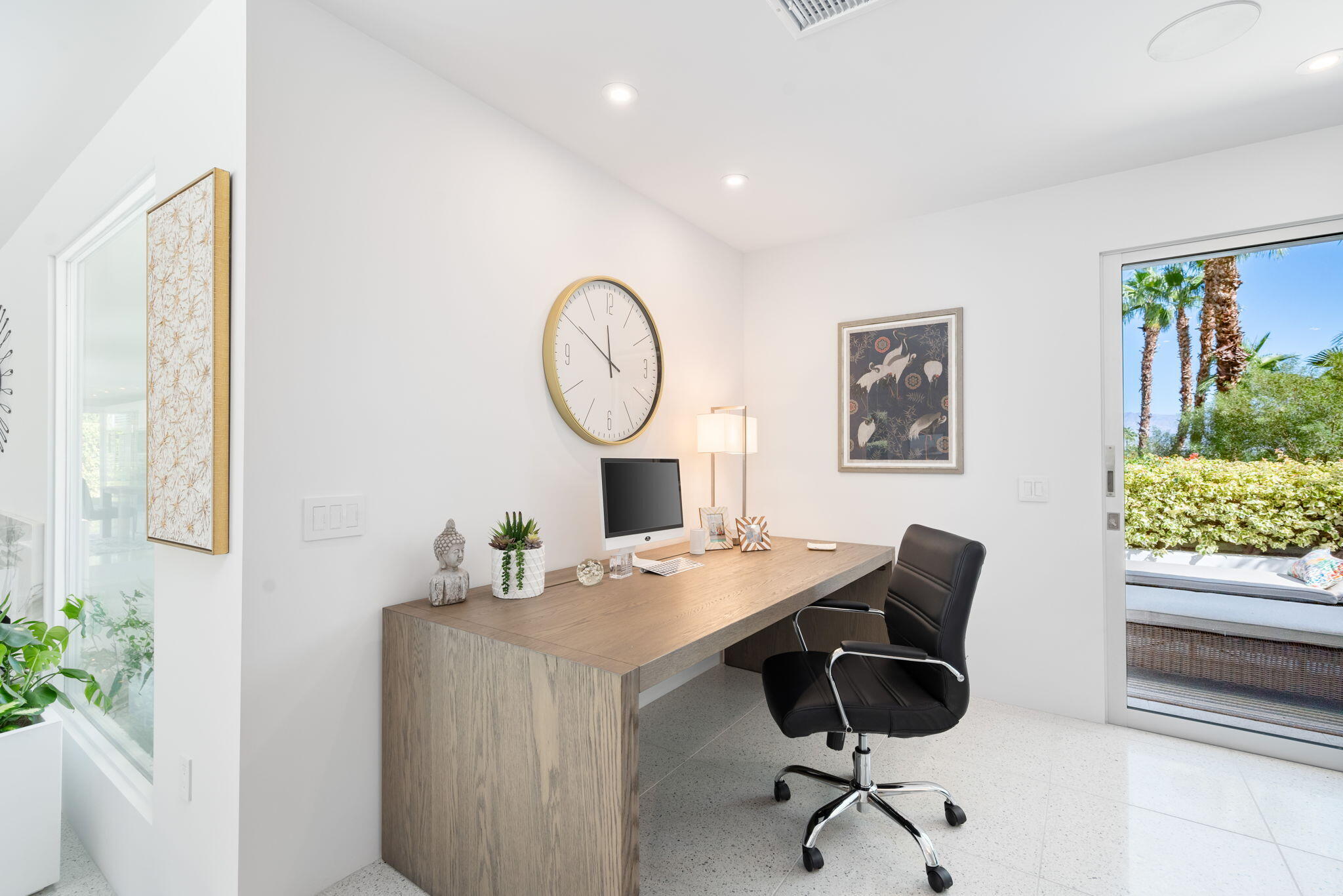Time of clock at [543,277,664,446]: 11:50
